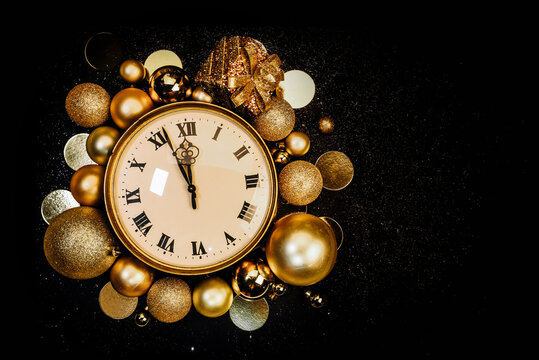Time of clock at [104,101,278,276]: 11:56
